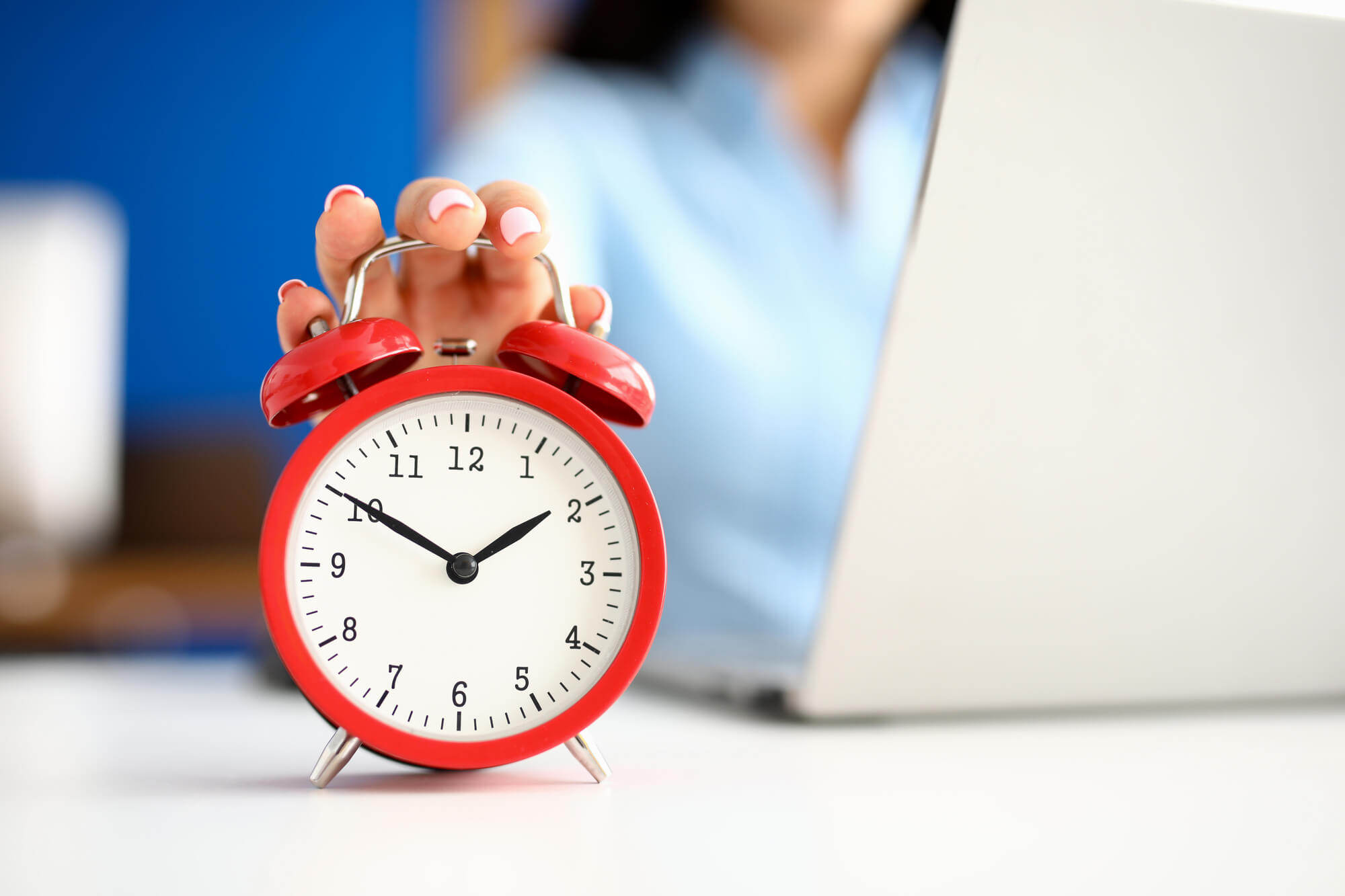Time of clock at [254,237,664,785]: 1:50
